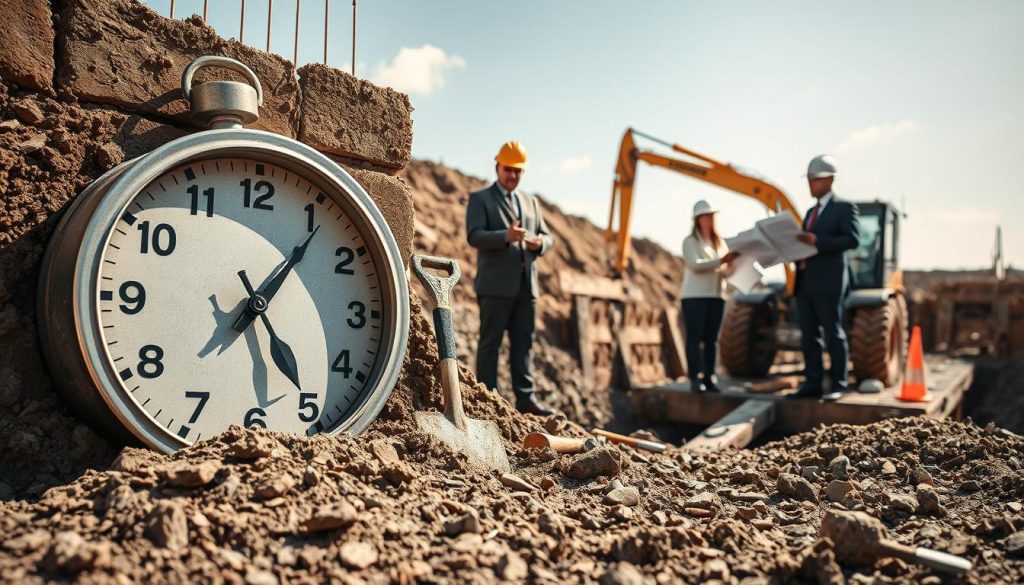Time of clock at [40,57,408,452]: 5:06
